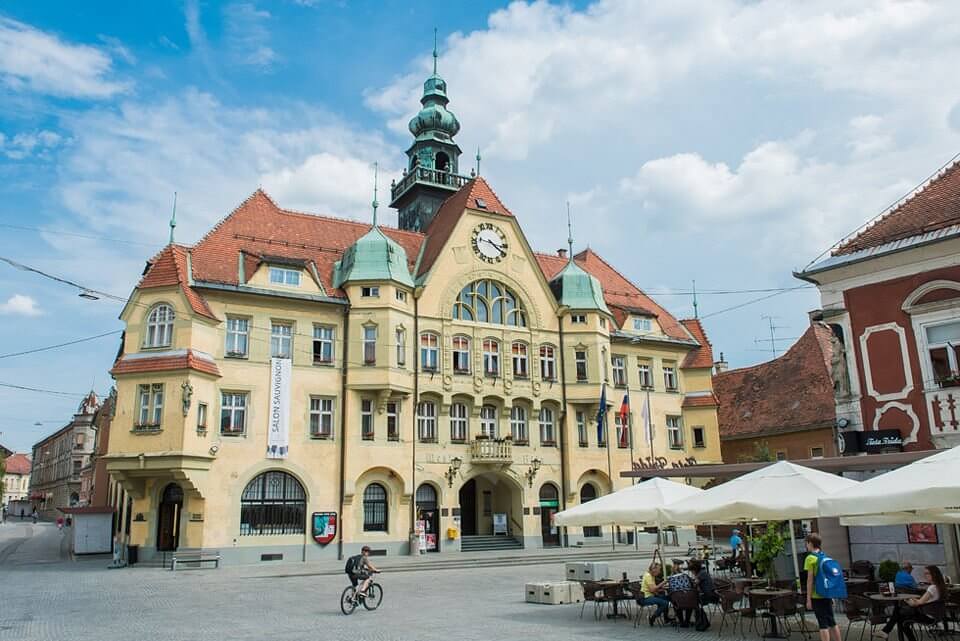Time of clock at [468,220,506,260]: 9:20
